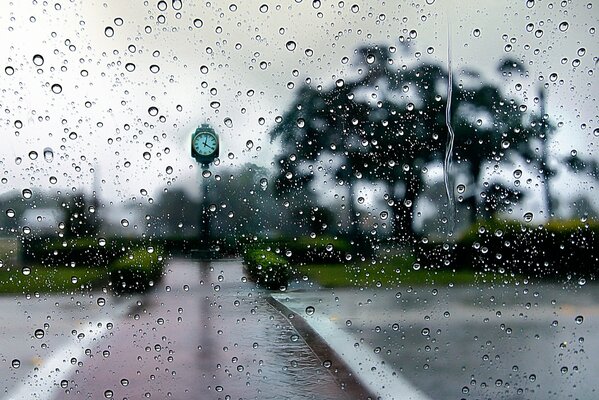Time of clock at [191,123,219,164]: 4:02
